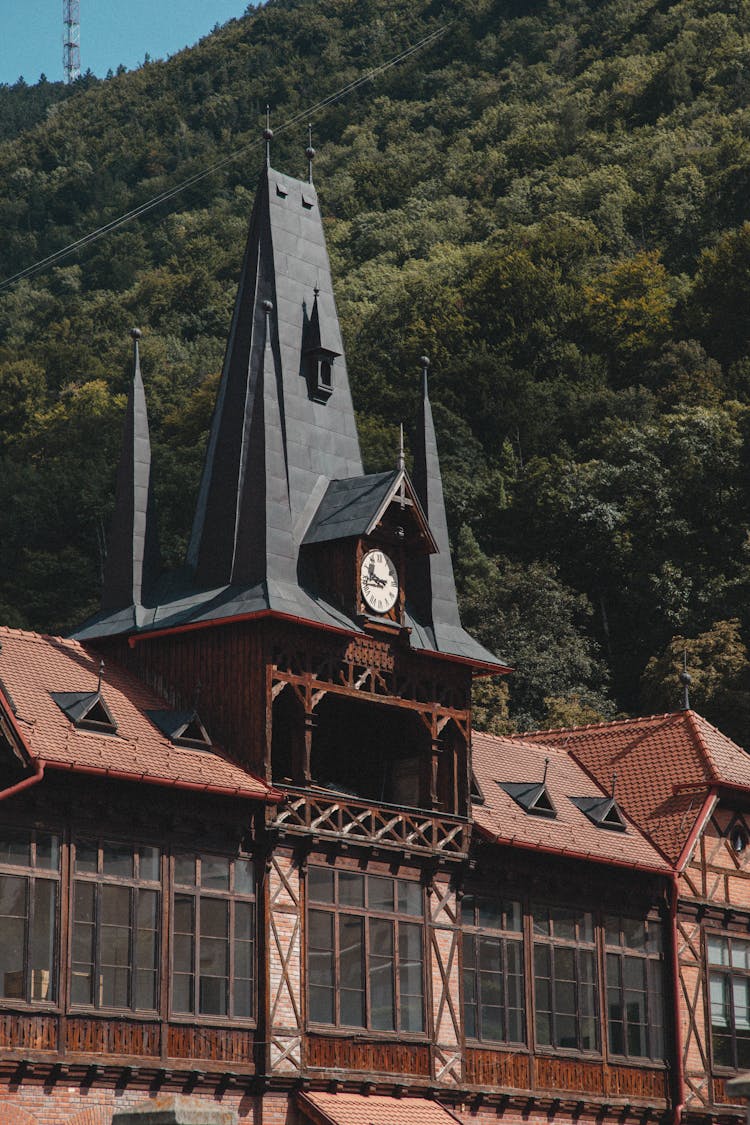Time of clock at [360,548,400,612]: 9:44
